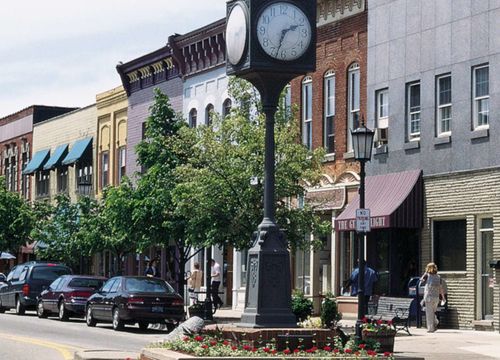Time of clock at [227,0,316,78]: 2:33
